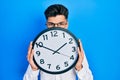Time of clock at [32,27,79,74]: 1:49
